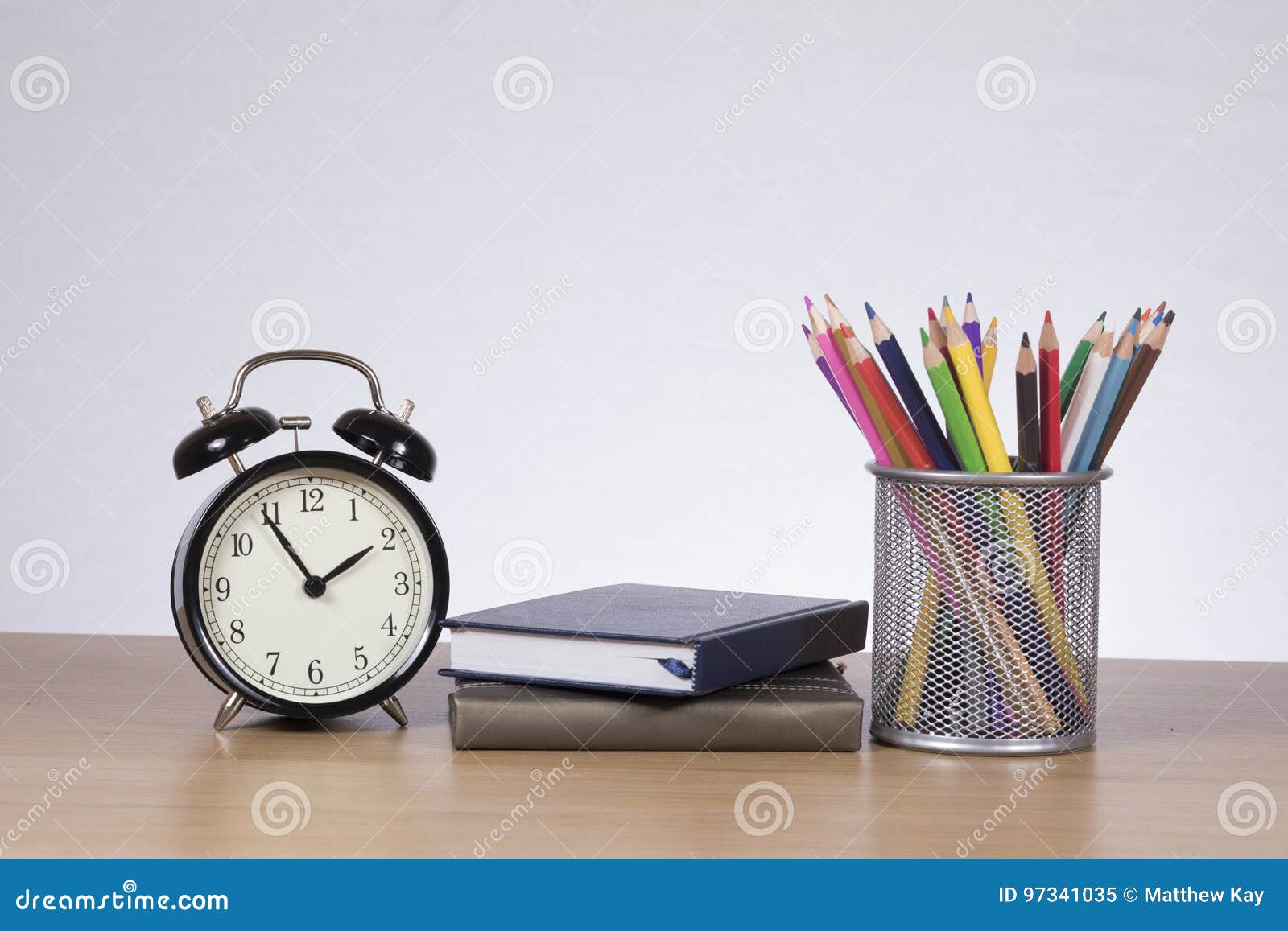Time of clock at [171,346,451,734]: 1:54
